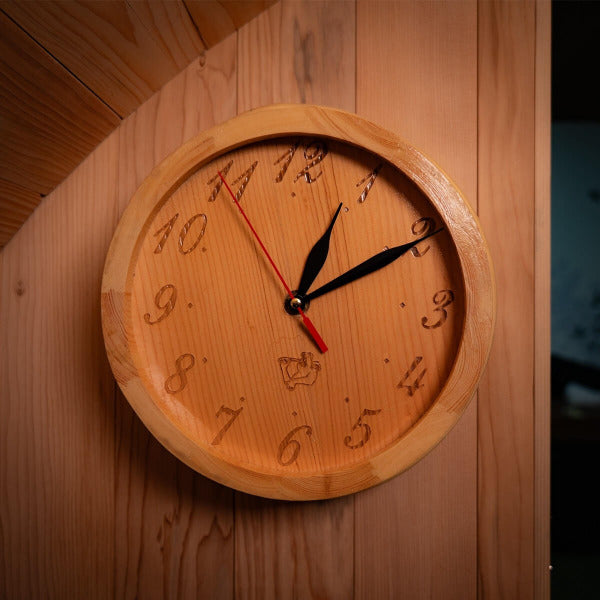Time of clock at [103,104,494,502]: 1:10
